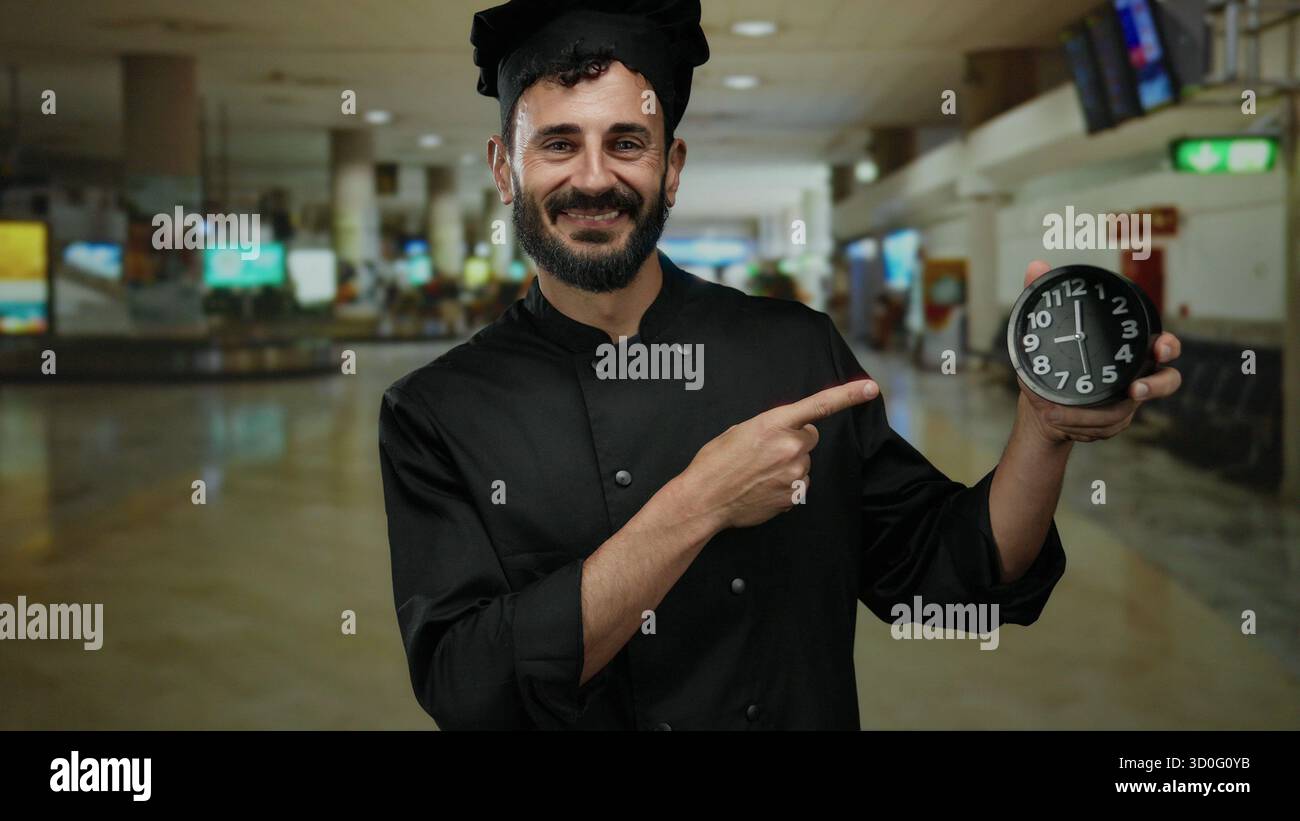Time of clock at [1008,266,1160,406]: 9:00
